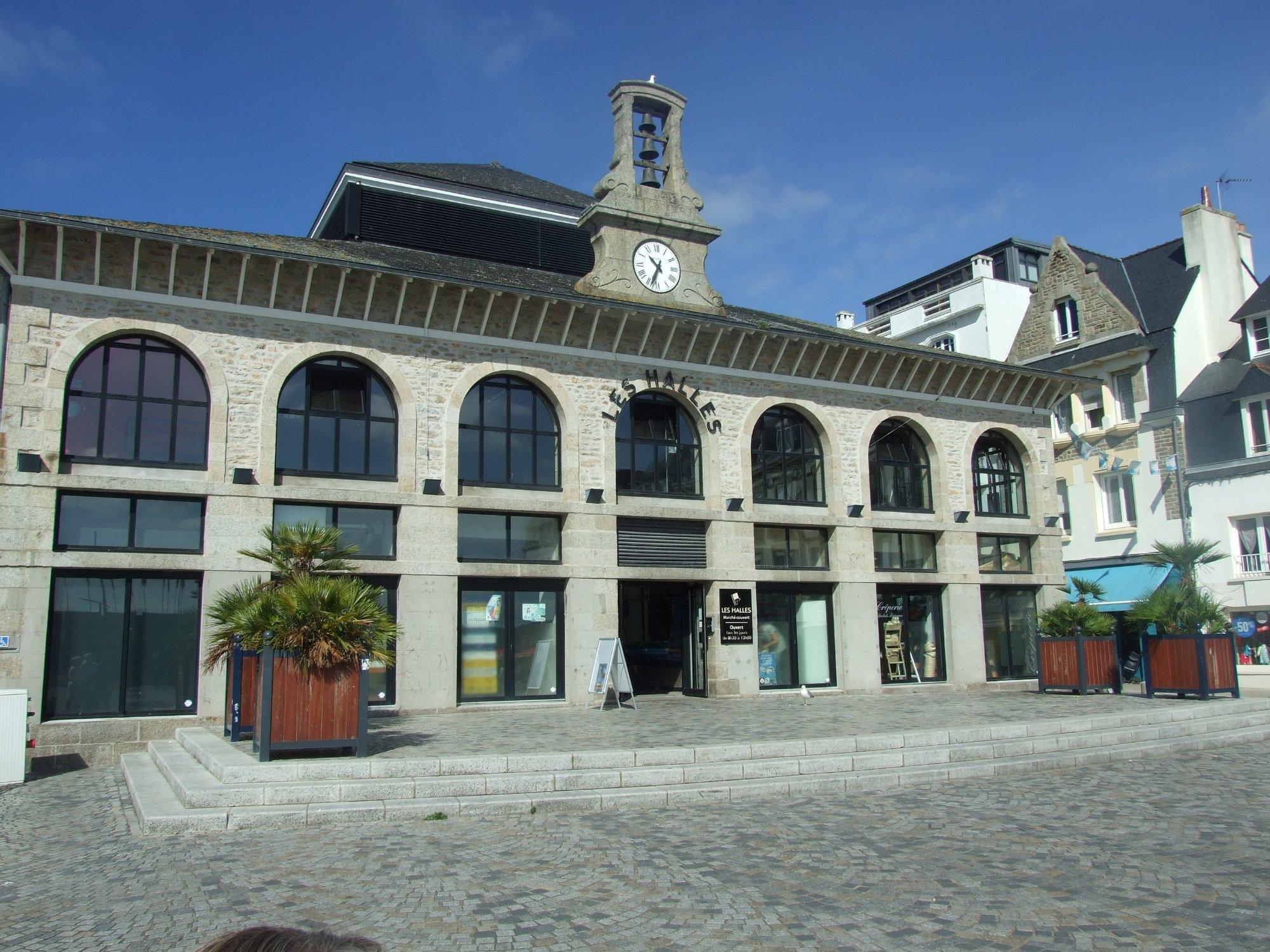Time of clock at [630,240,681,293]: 10:34
